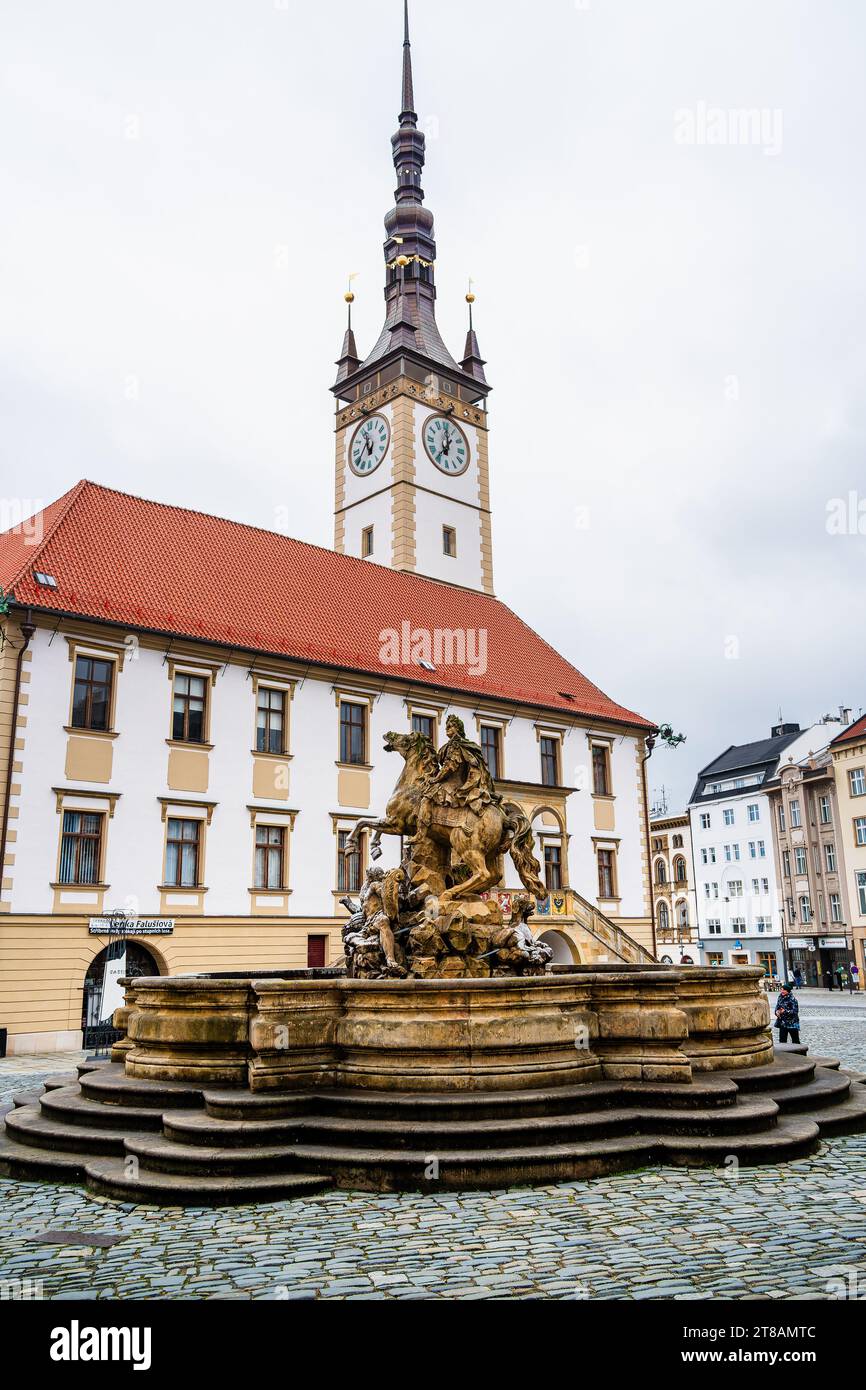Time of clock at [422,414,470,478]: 7:00
